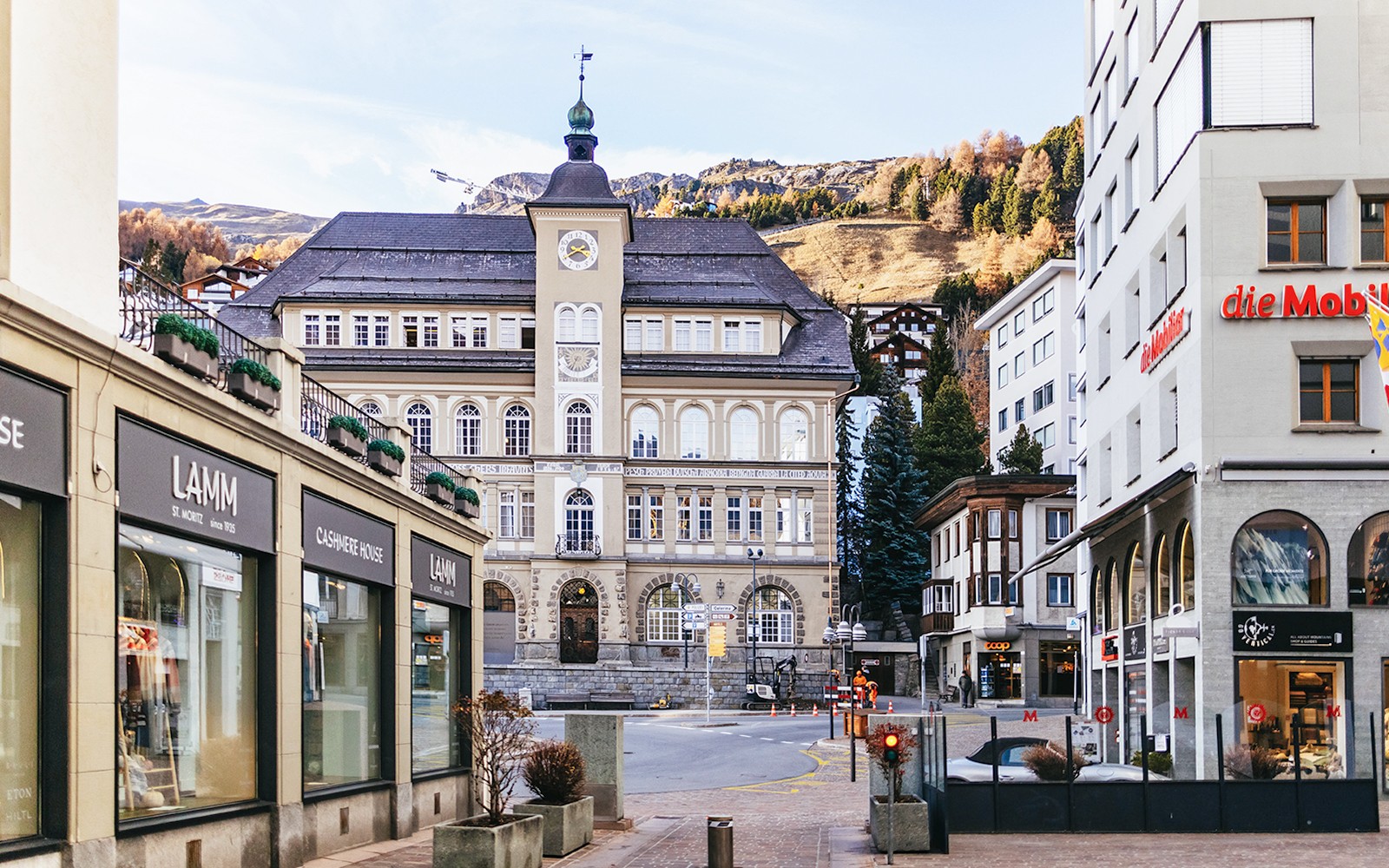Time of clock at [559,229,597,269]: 2:40
